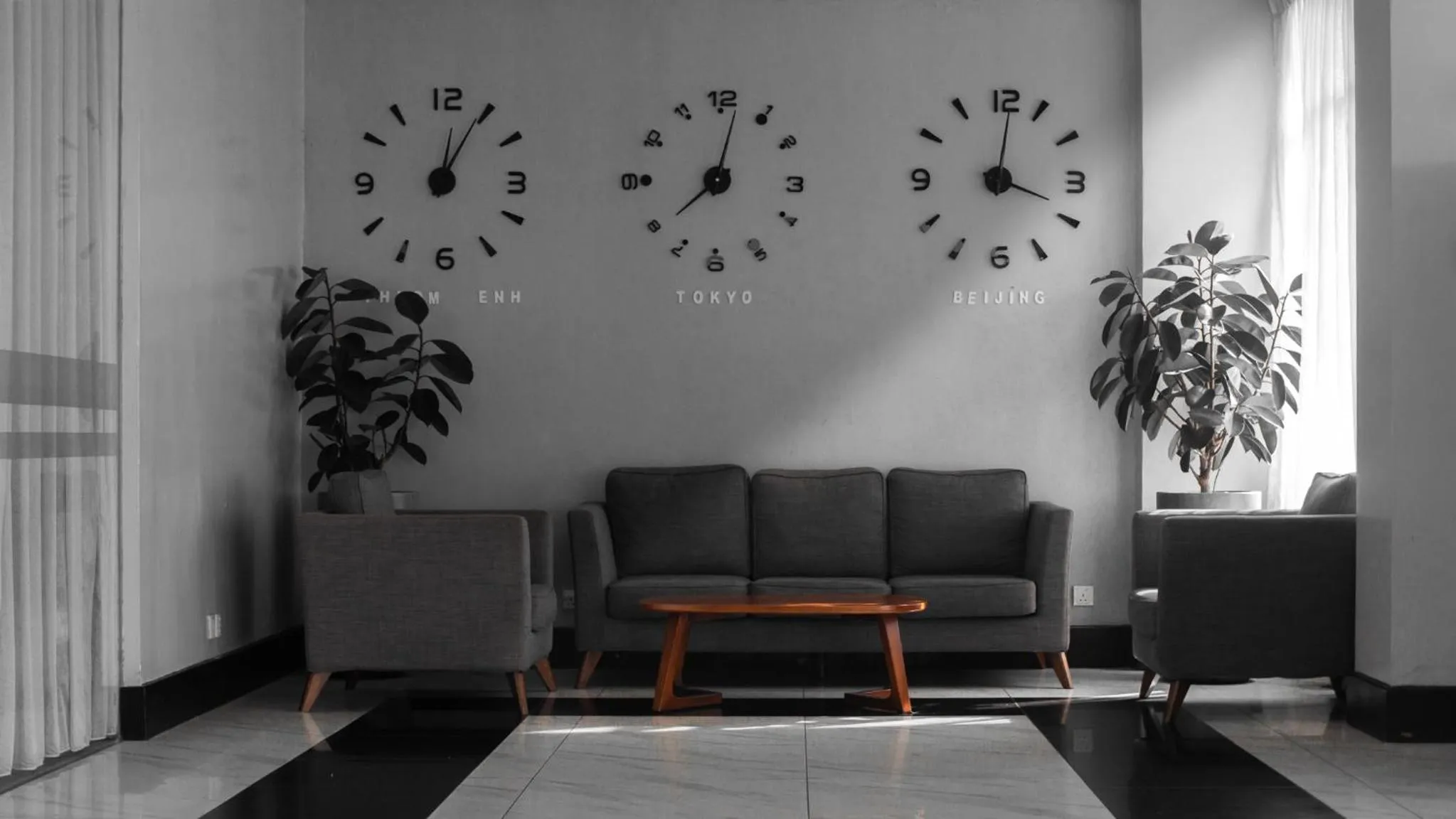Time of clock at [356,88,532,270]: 12:04
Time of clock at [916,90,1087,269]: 4:01
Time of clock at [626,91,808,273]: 8:02
